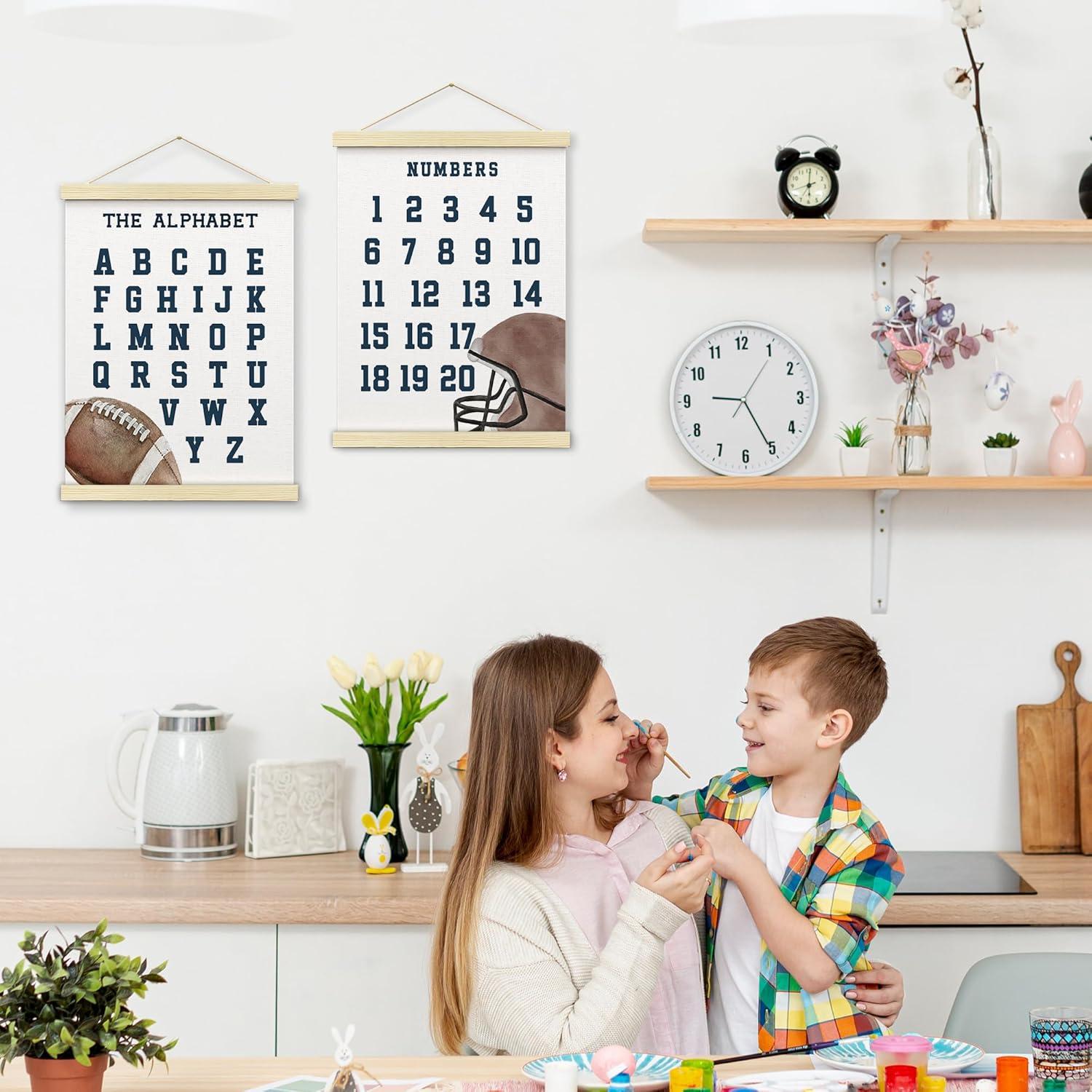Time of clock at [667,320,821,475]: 9:25
